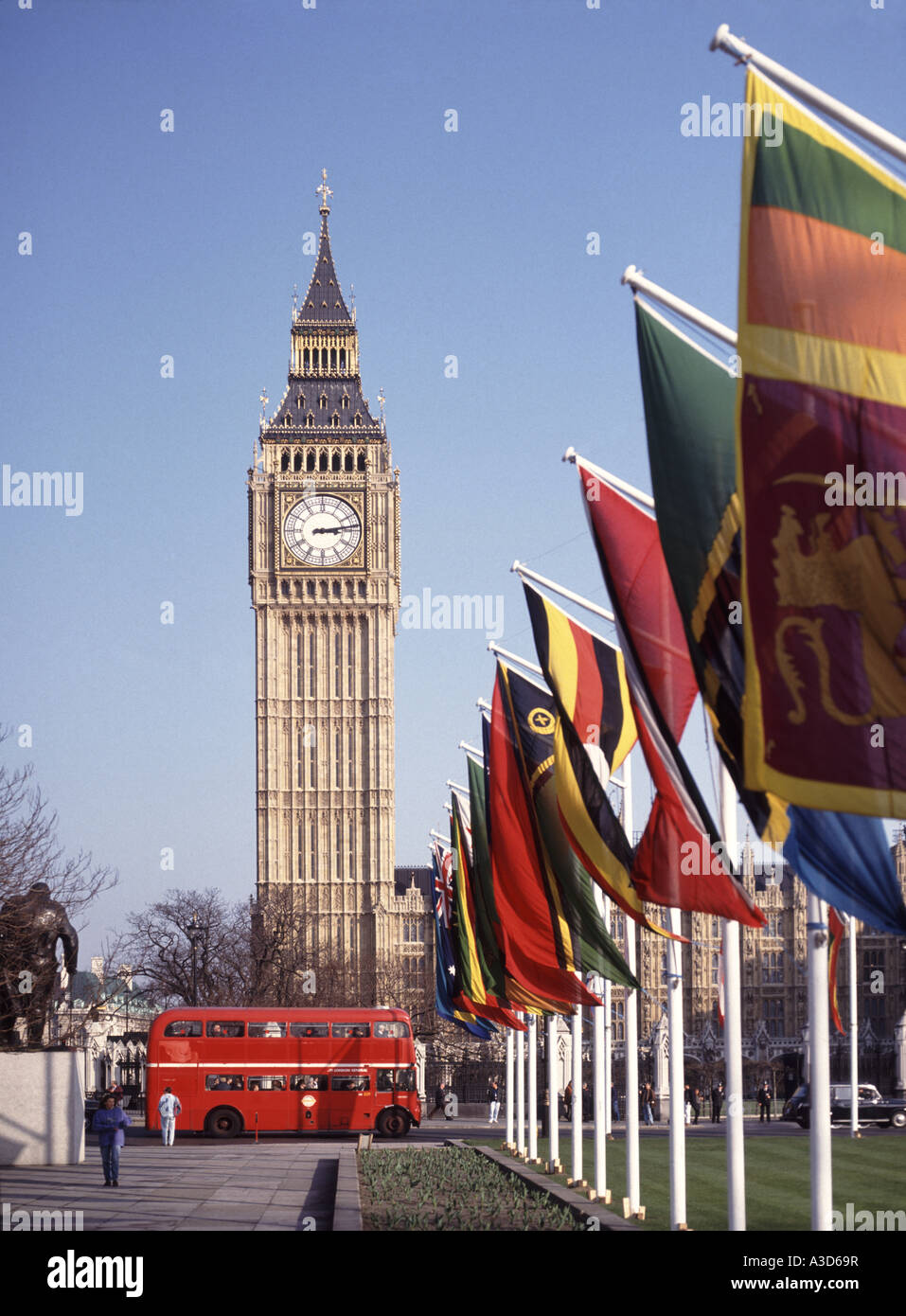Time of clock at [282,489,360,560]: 3:13
